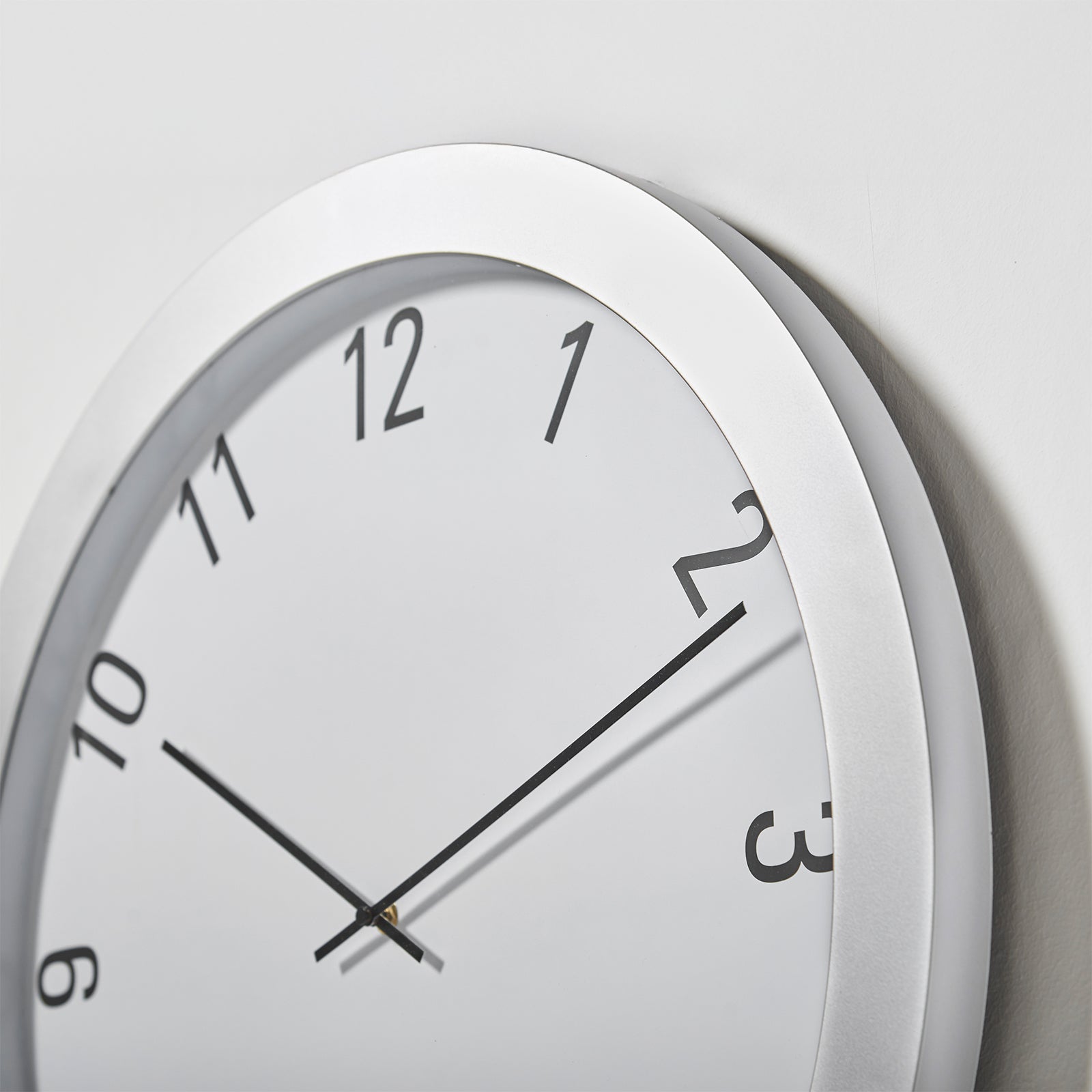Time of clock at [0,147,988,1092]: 10:10
